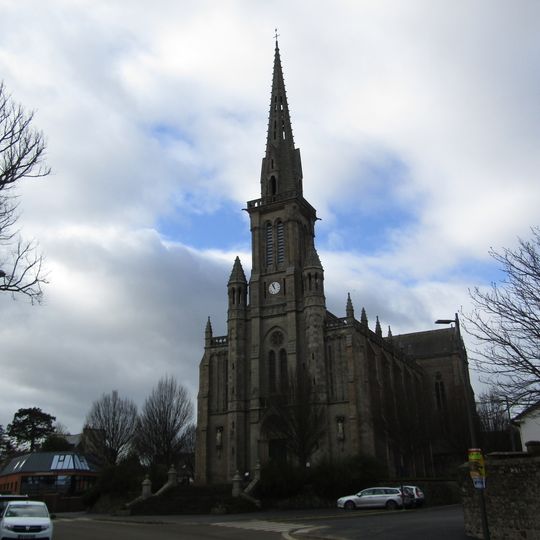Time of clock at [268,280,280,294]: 10:56
